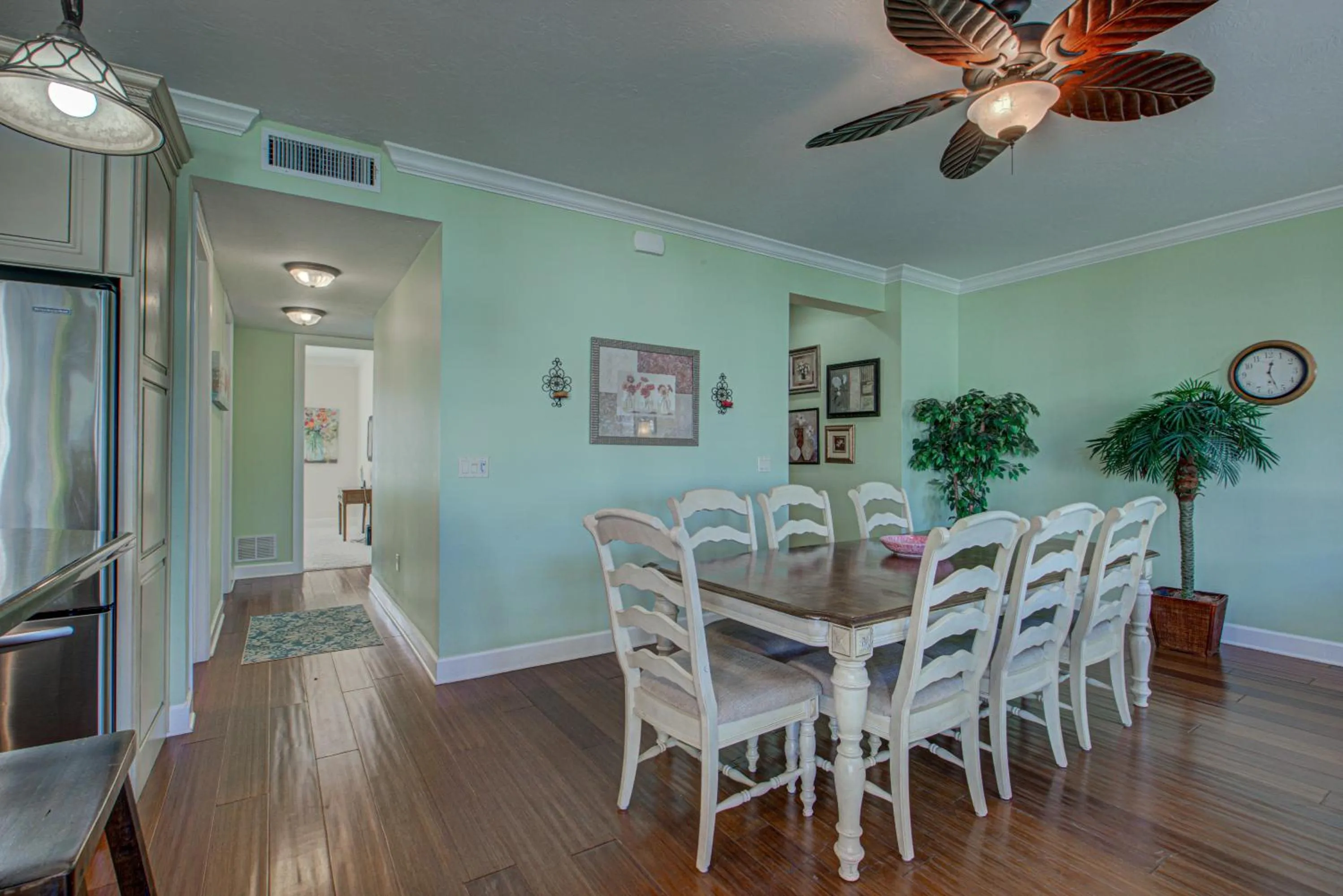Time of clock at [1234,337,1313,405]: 12:26
